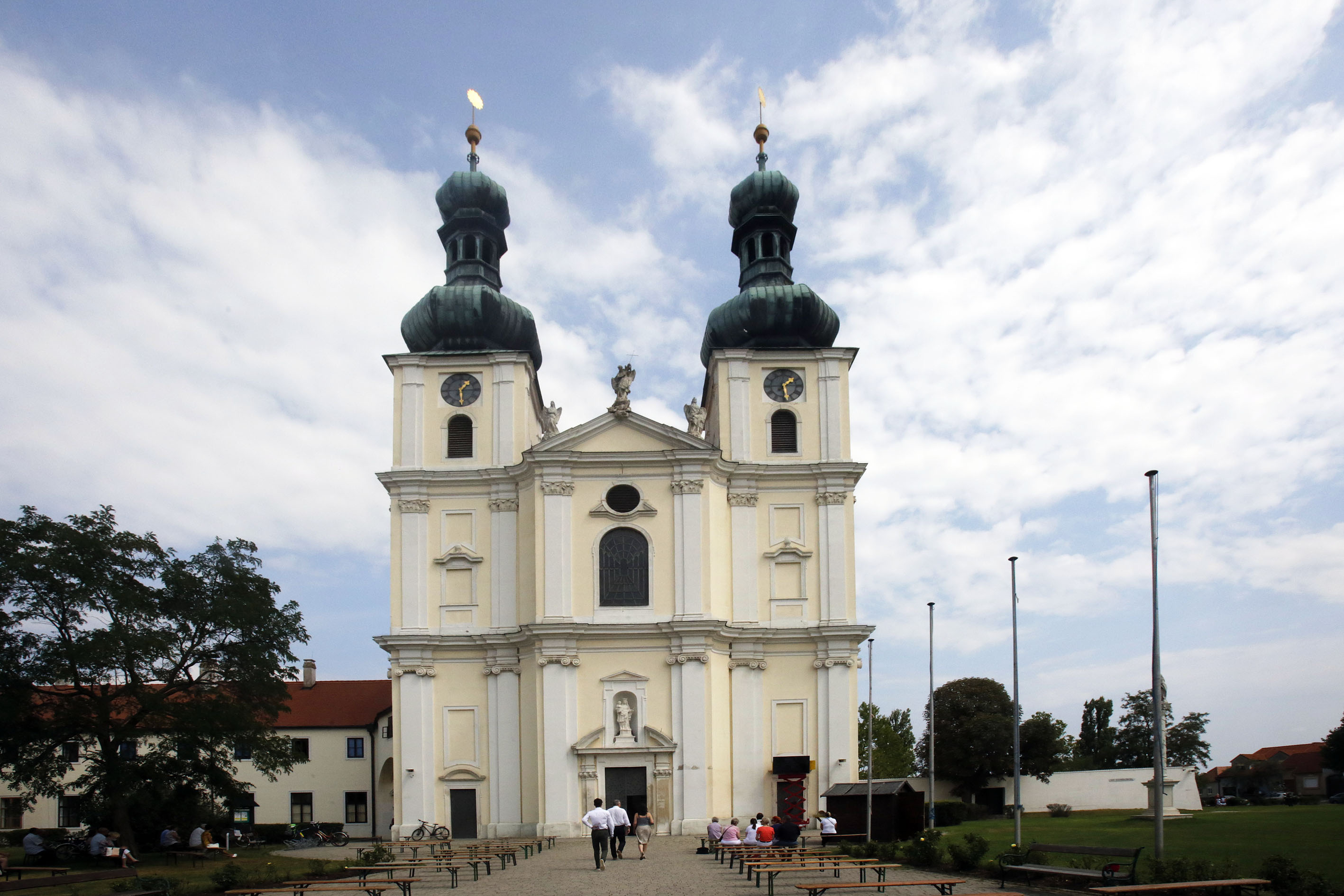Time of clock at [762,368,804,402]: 1:28
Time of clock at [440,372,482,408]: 1:28
